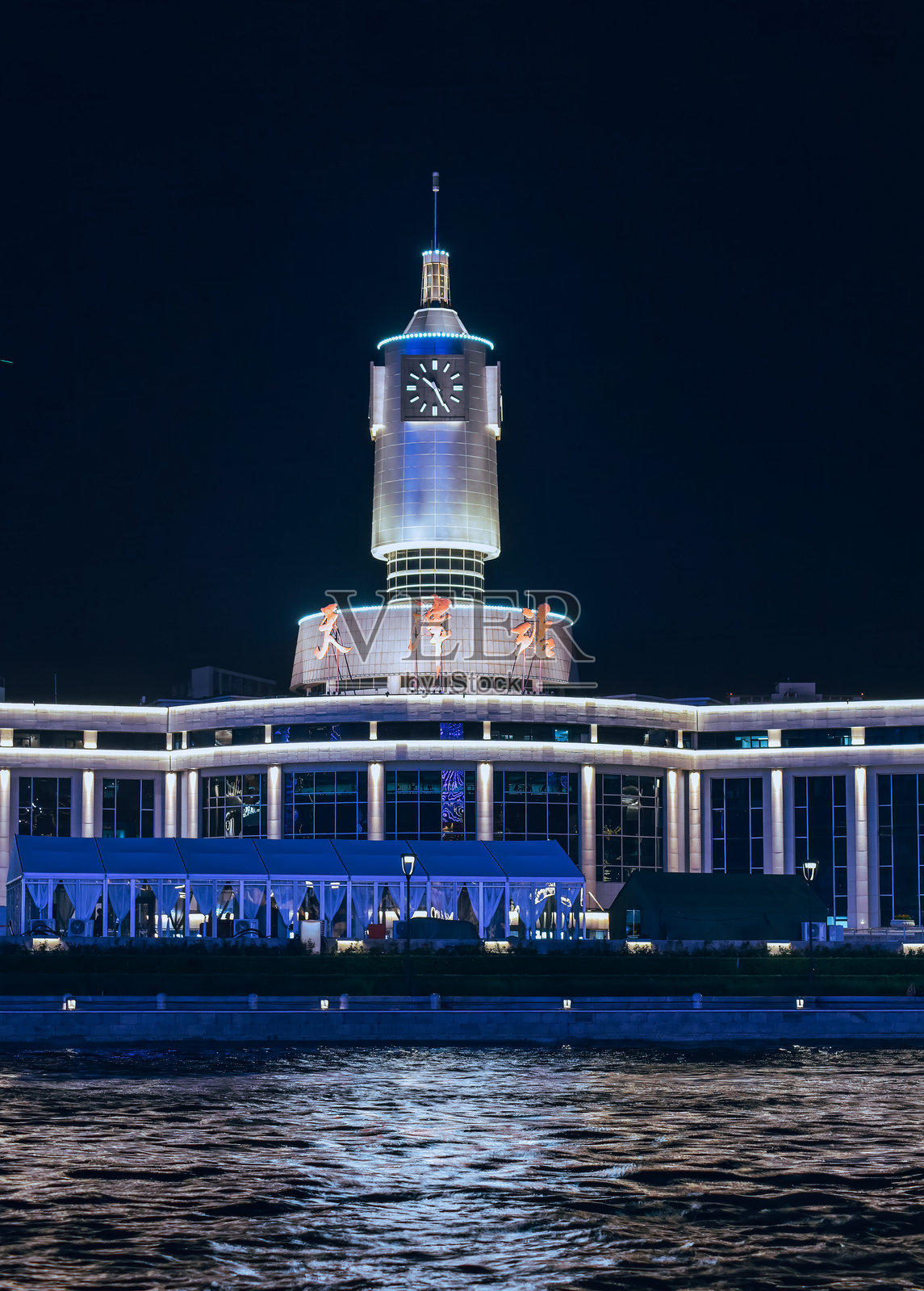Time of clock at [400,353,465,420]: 10:25
